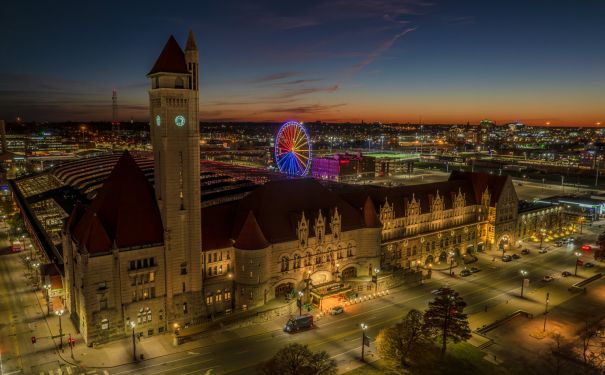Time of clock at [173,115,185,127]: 5:40
